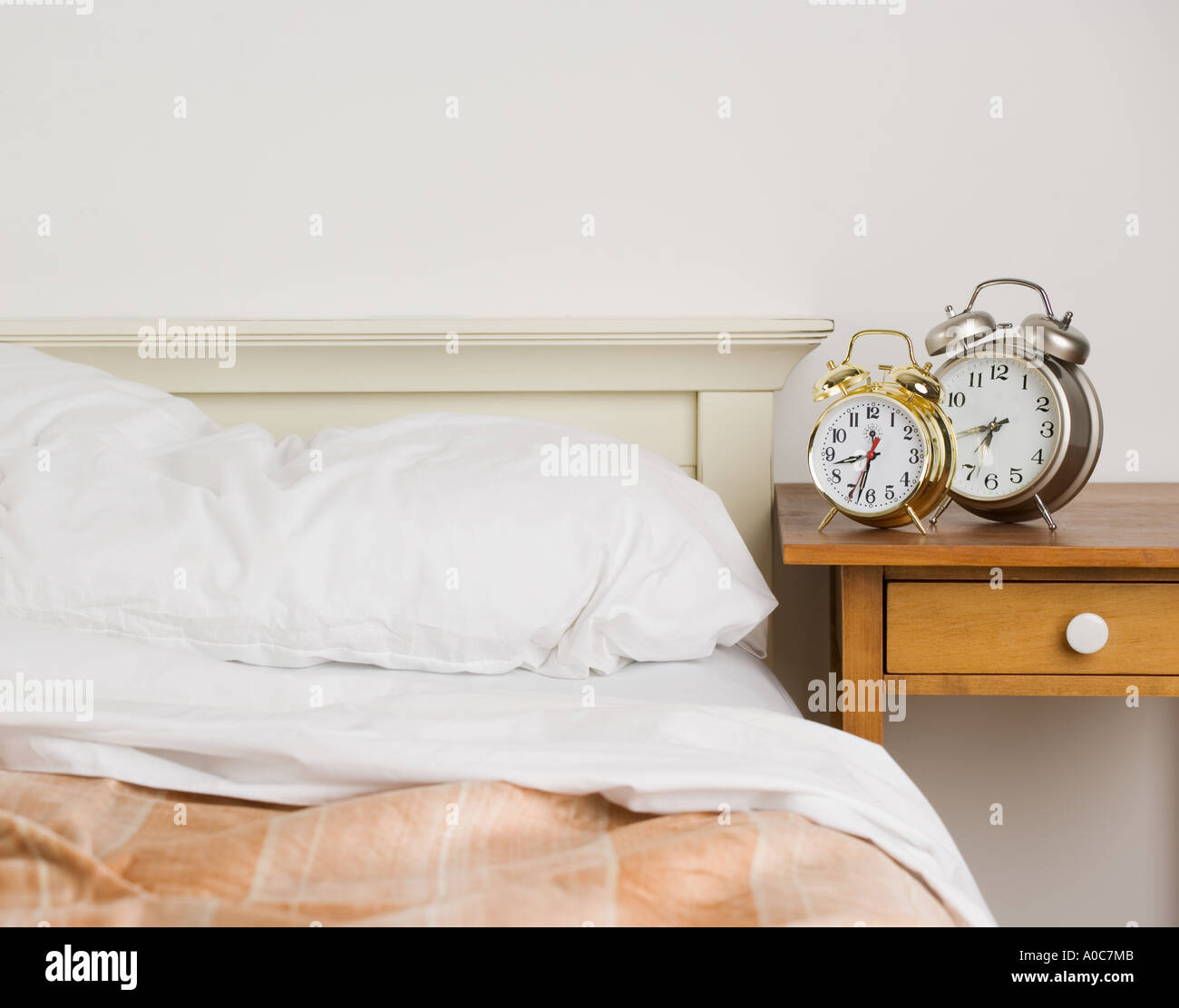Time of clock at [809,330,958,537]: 8:32
